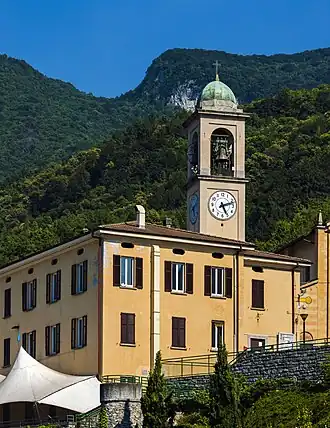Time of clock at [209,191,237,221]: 5:12
